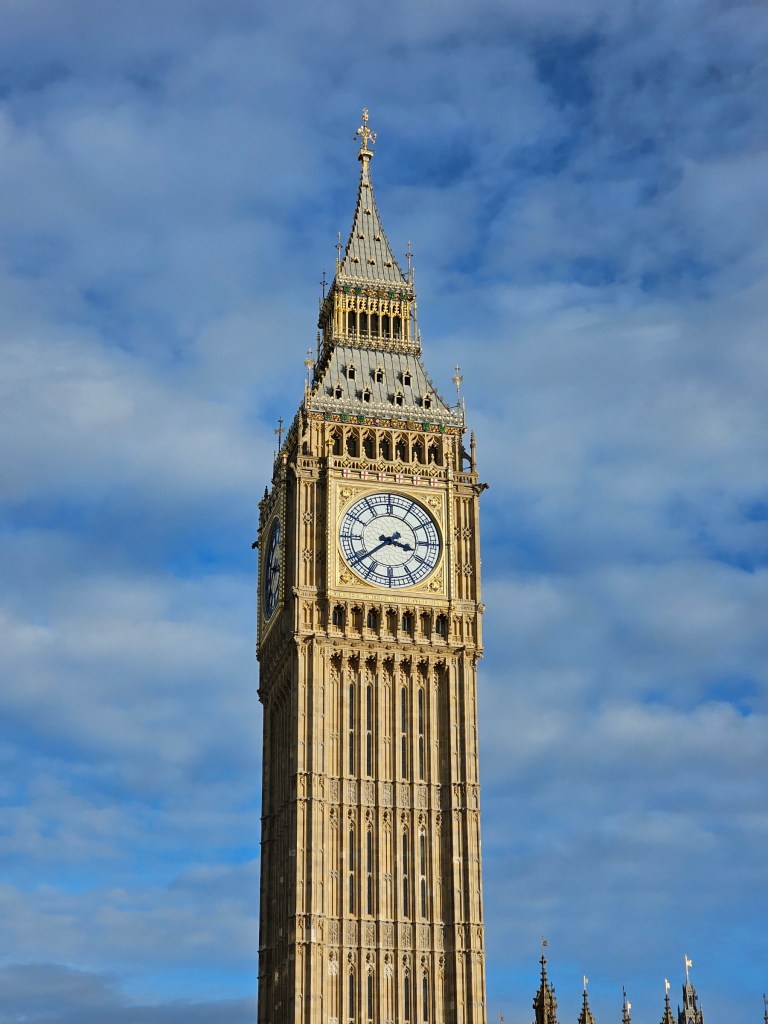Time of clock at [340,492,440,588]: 3:38
